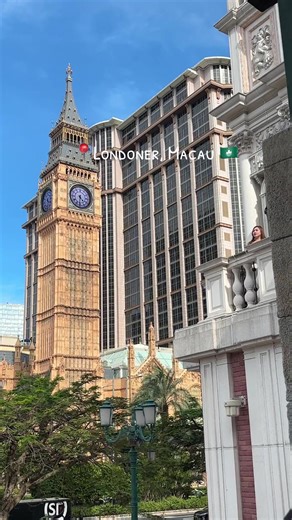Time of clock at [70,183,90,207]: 4:31
